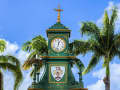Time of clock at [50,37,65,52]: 12:32
